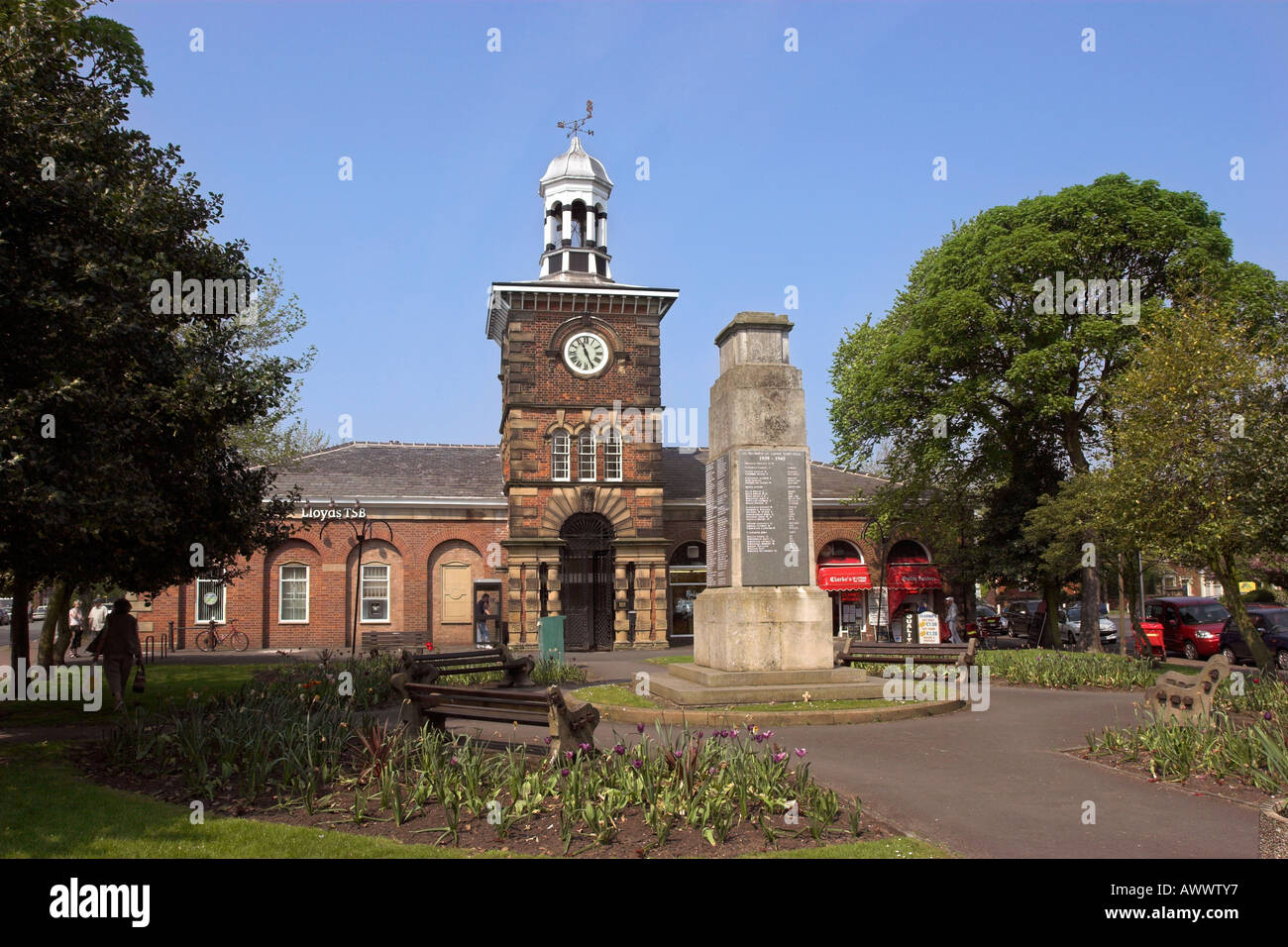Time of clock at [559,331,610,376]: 11:25
